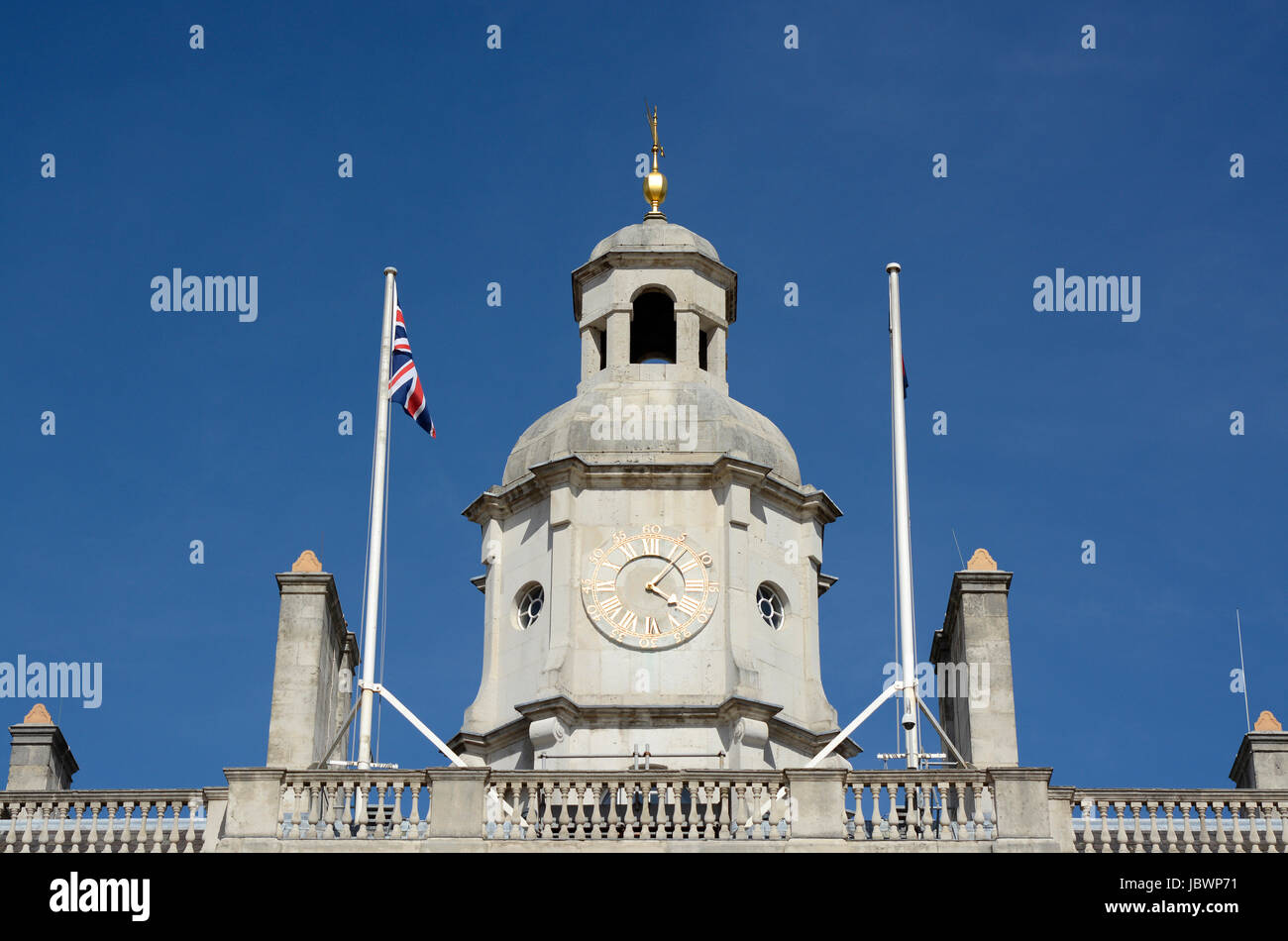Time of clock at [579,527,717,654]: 4:07
